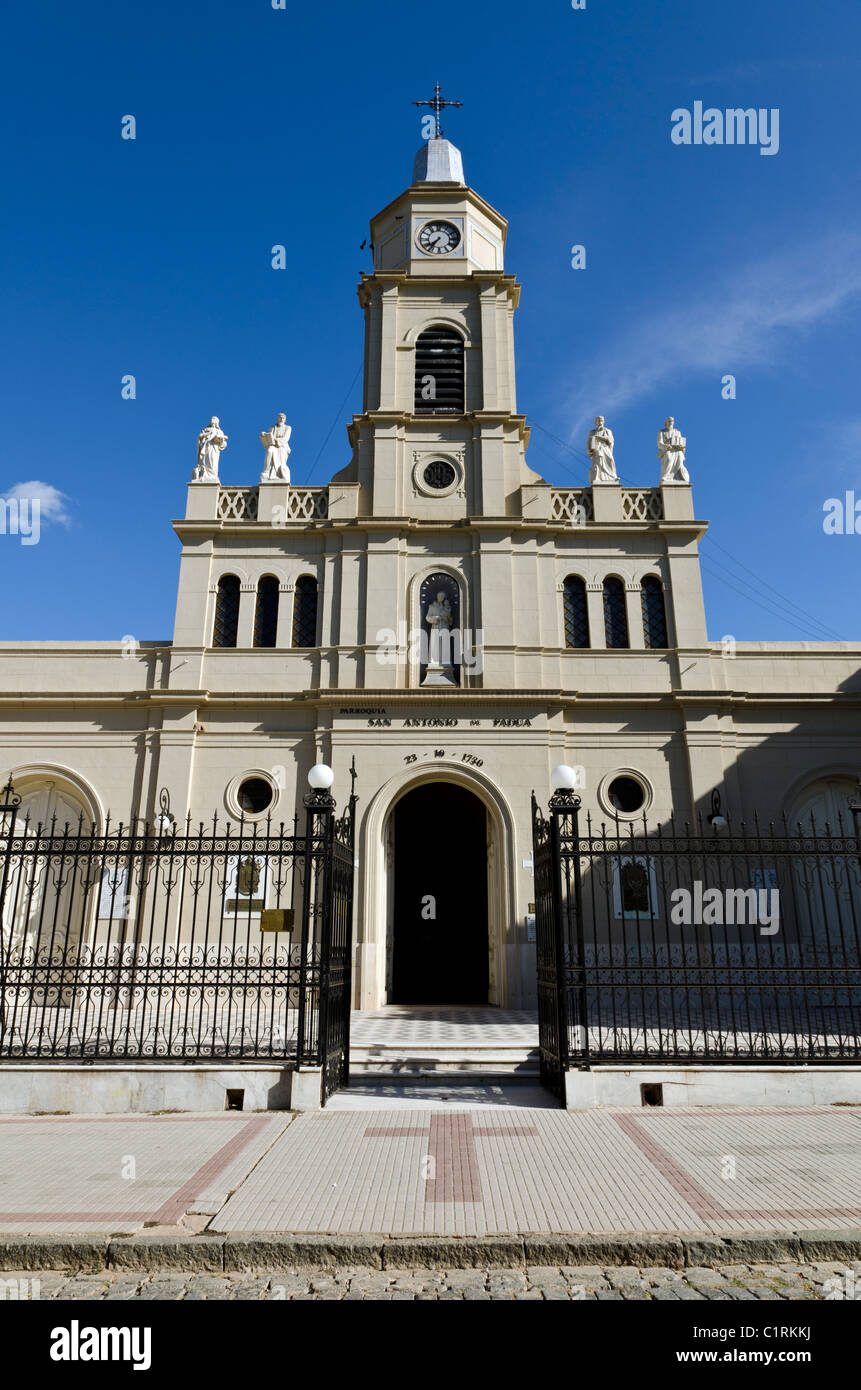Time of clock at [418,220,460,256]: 7:36
